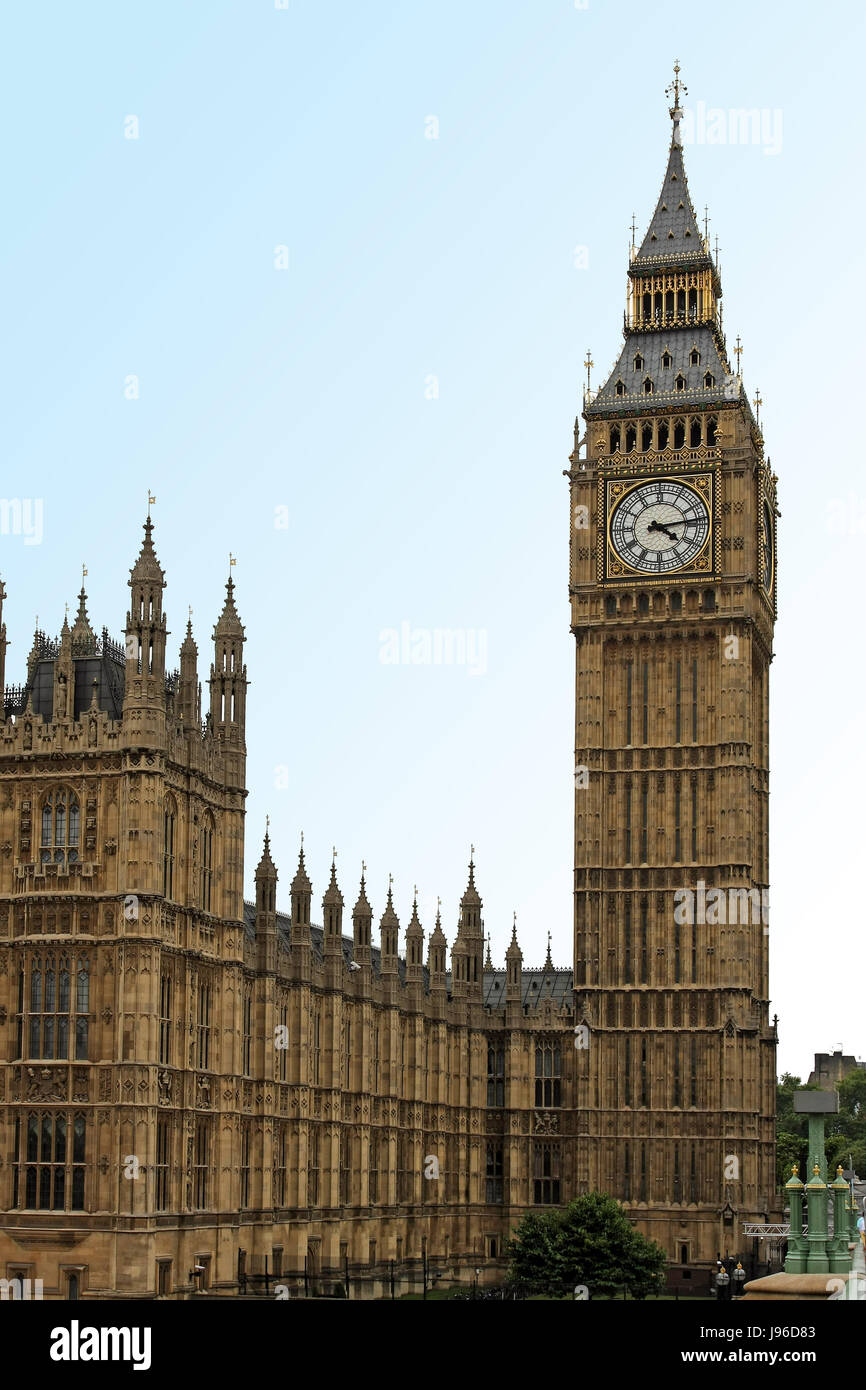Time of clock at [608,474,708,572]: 4:13
